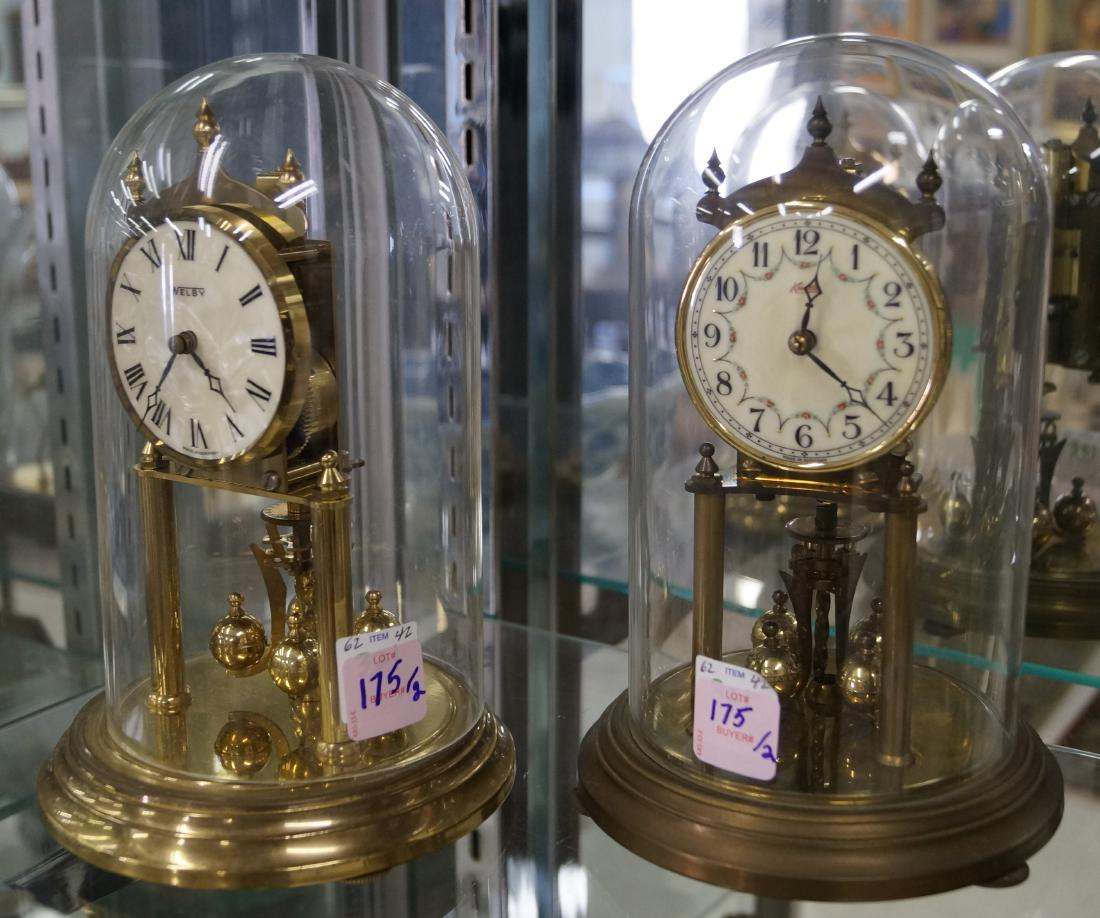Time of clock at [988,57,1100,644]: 12:22
